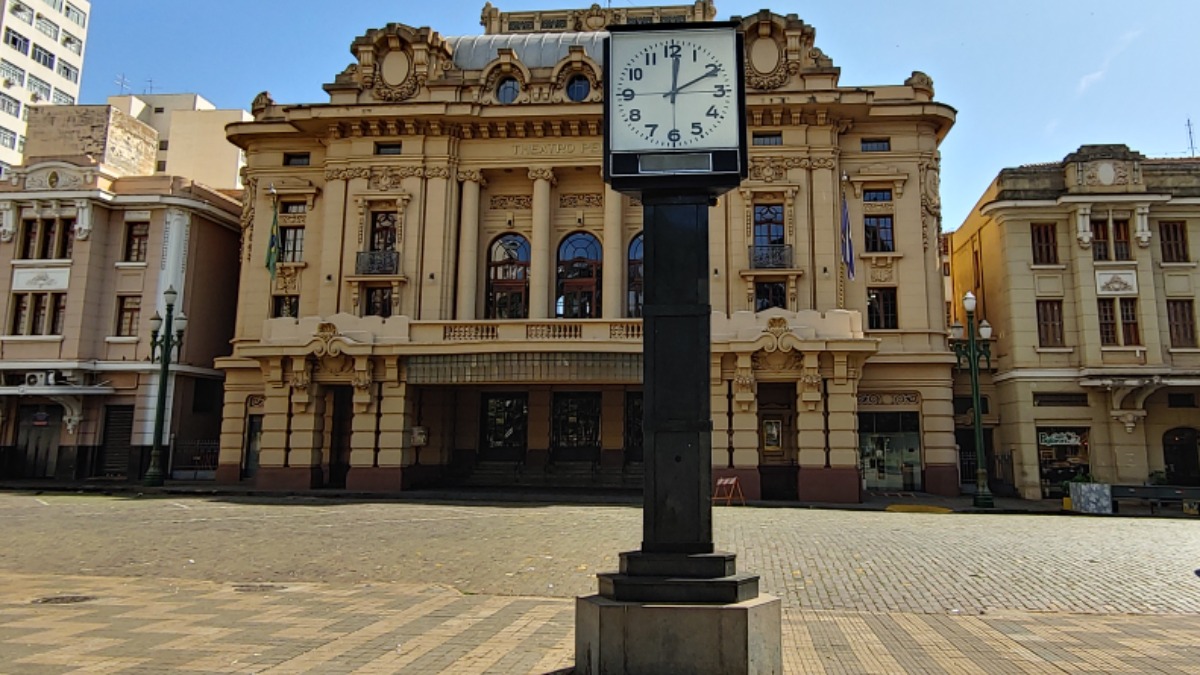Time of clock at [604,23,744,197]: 12:10
